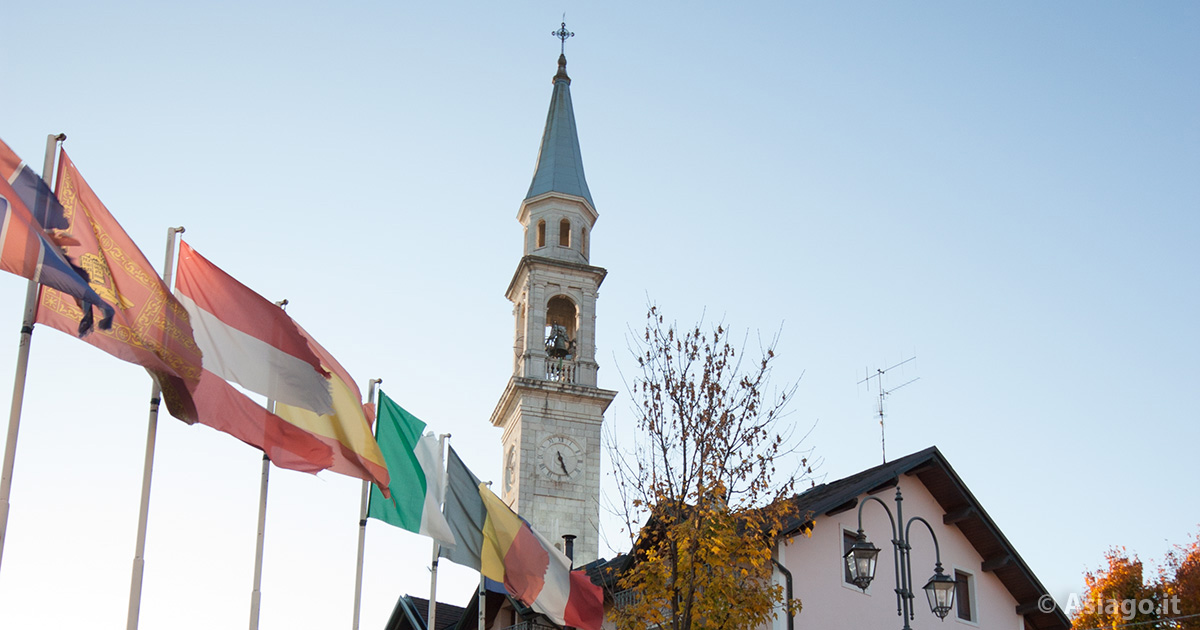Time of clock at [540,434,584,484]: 5:26
